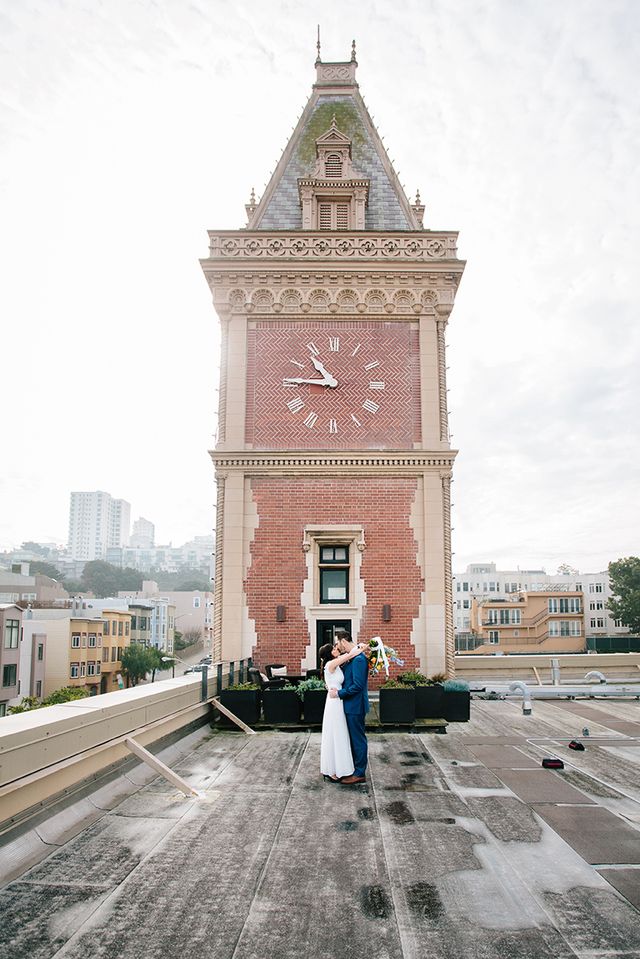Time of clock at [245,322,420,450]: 10:45
